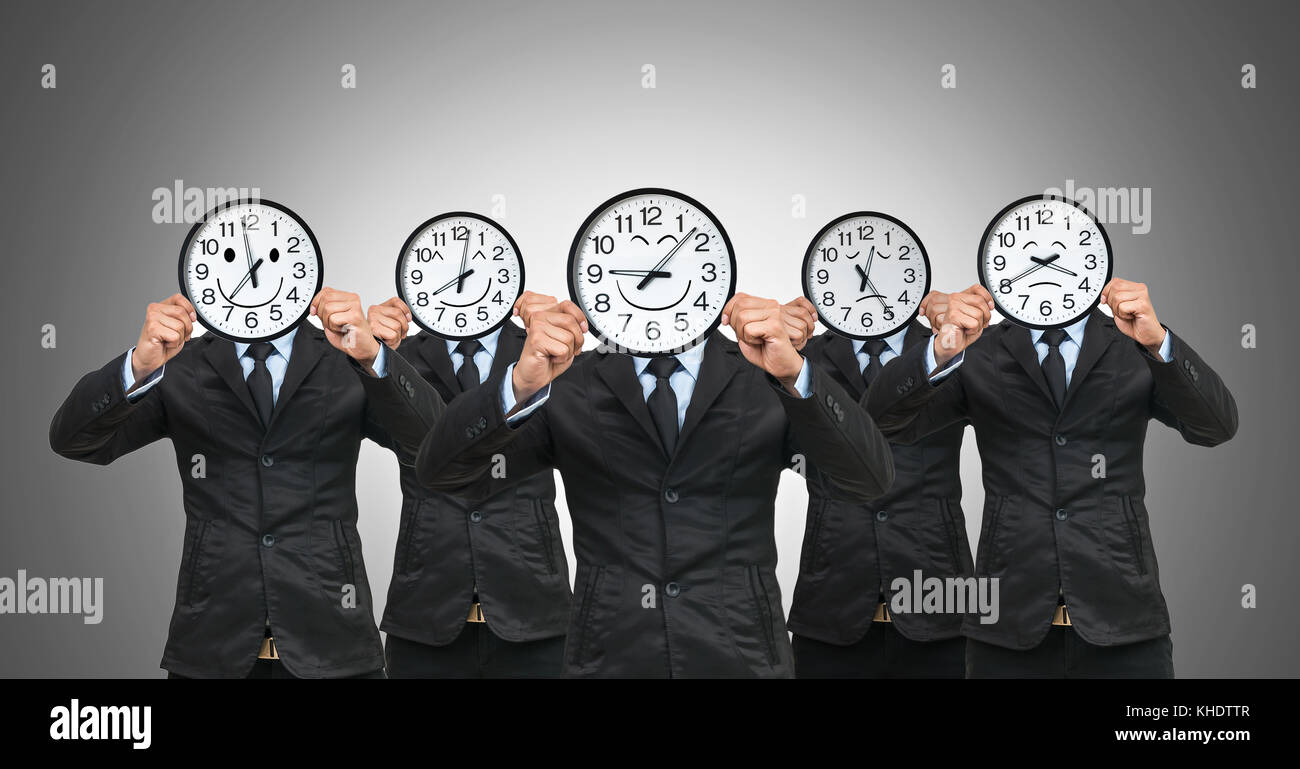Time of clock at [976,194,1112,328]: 3:40
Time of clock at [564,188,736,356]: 9:07
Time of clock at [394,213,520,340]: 8:01
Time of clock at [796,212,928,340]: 12:24
